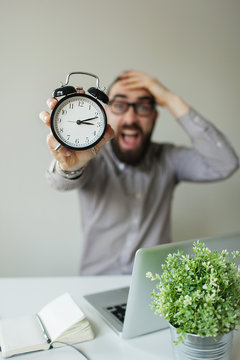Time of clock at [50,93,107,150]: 3:11
